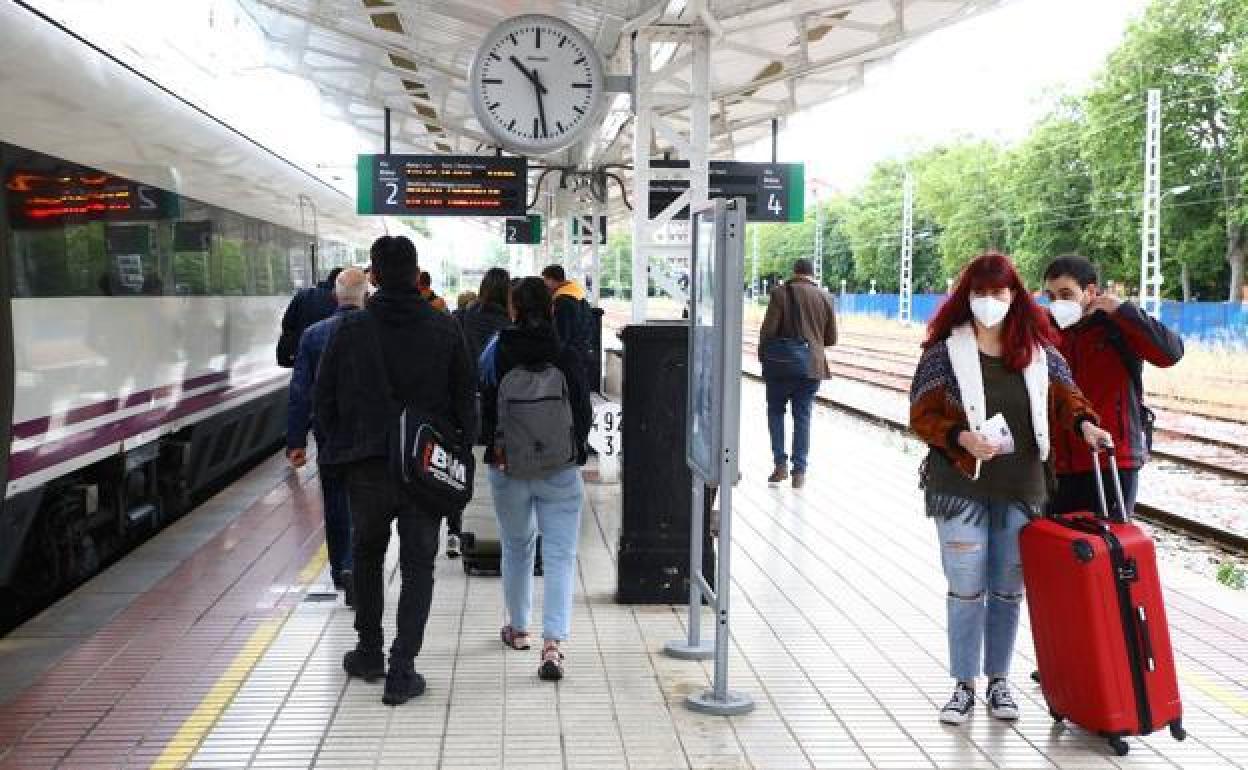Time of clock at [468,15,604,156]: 10:28
